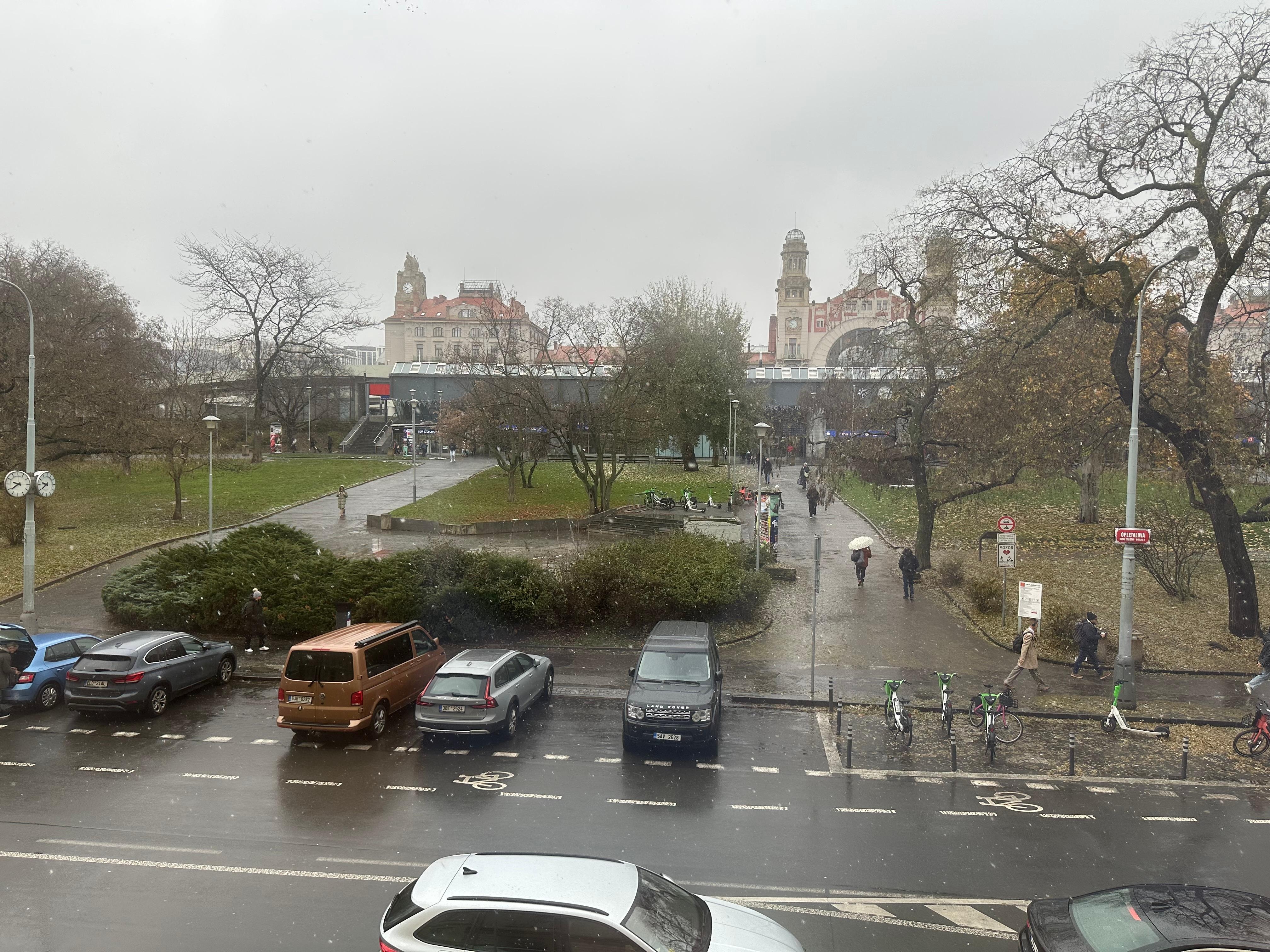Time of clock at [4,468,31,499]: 9:39
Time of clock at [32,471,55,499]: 9:39
